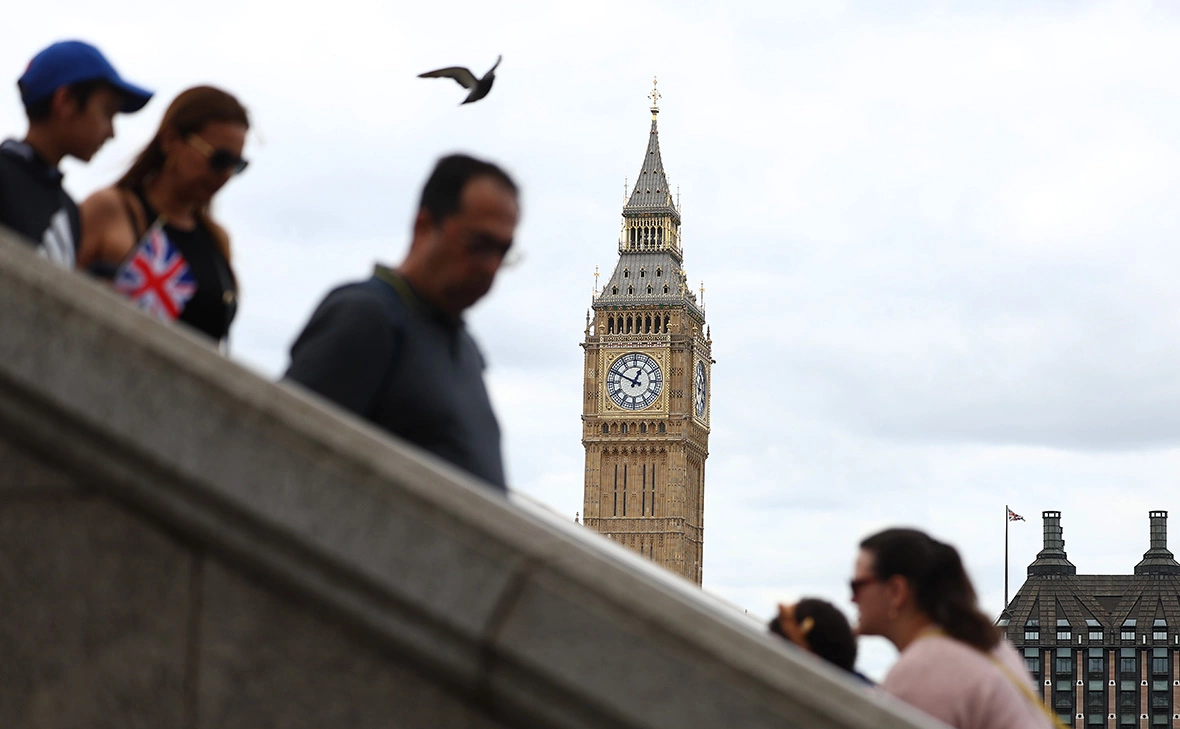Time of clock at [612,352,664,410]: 12:49
